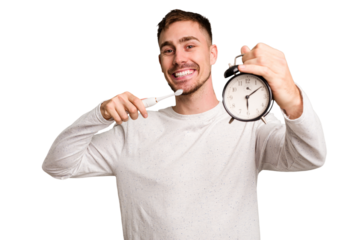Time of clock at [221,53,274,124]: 6:09
